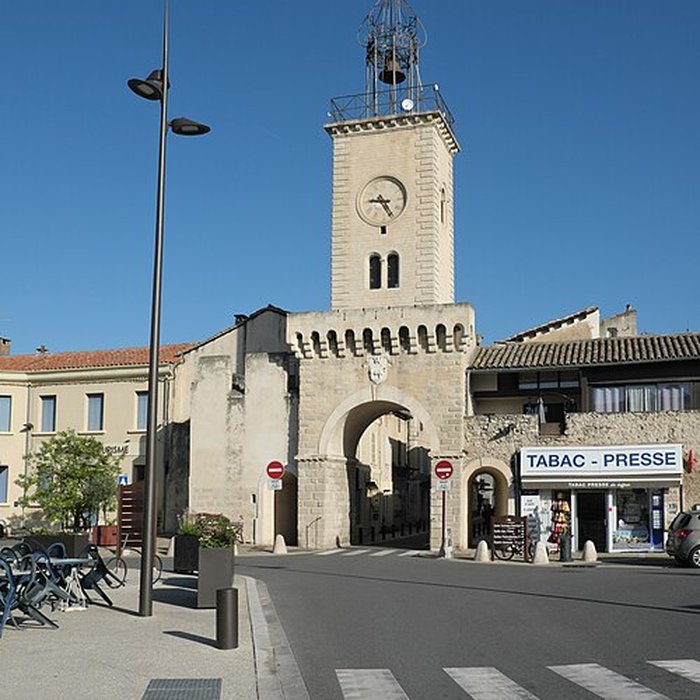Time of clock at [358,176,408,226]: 9:25
